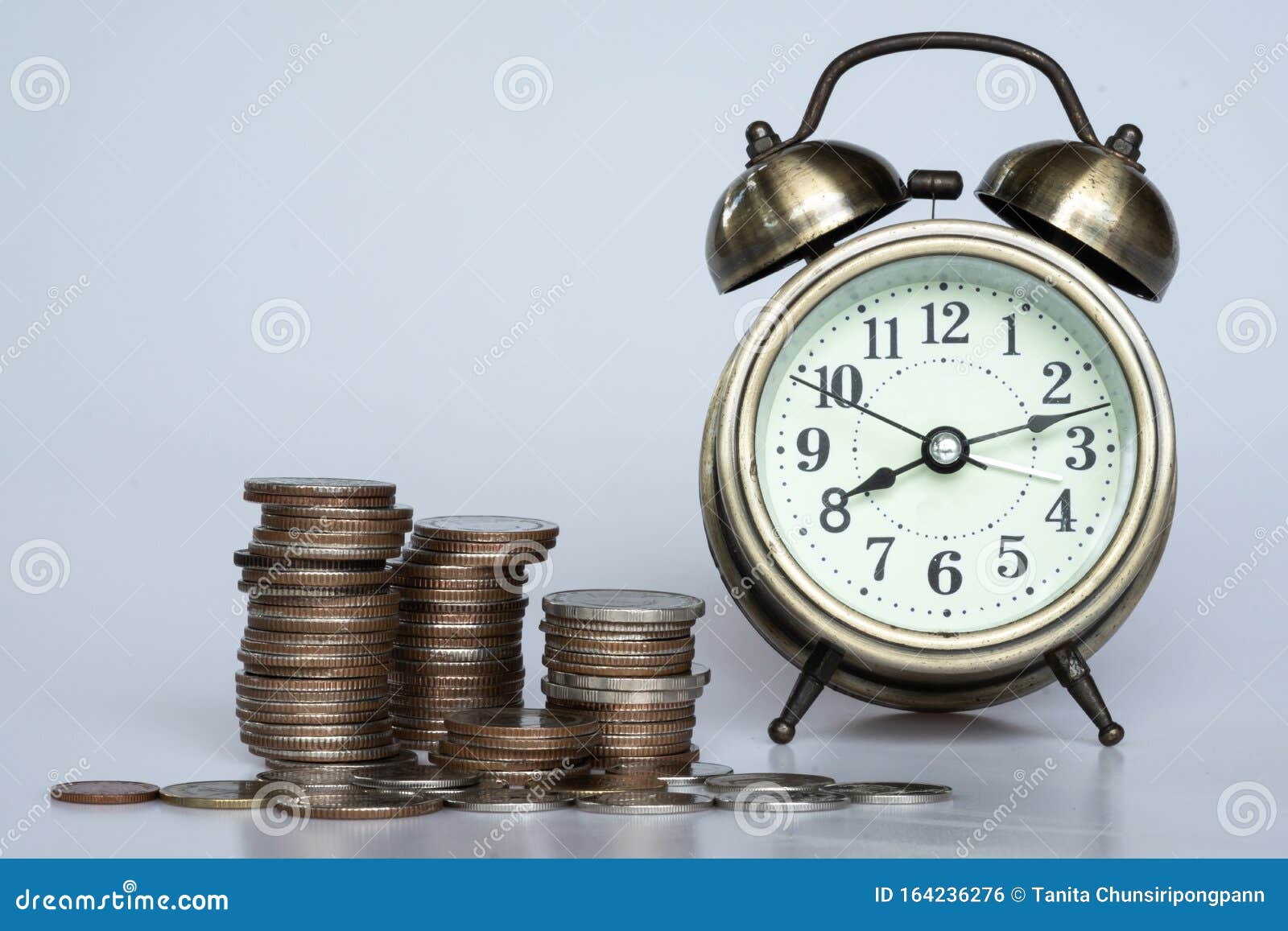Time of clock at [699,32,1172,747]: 8:12
